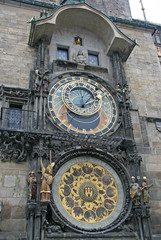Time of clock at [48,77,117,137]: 12:07
